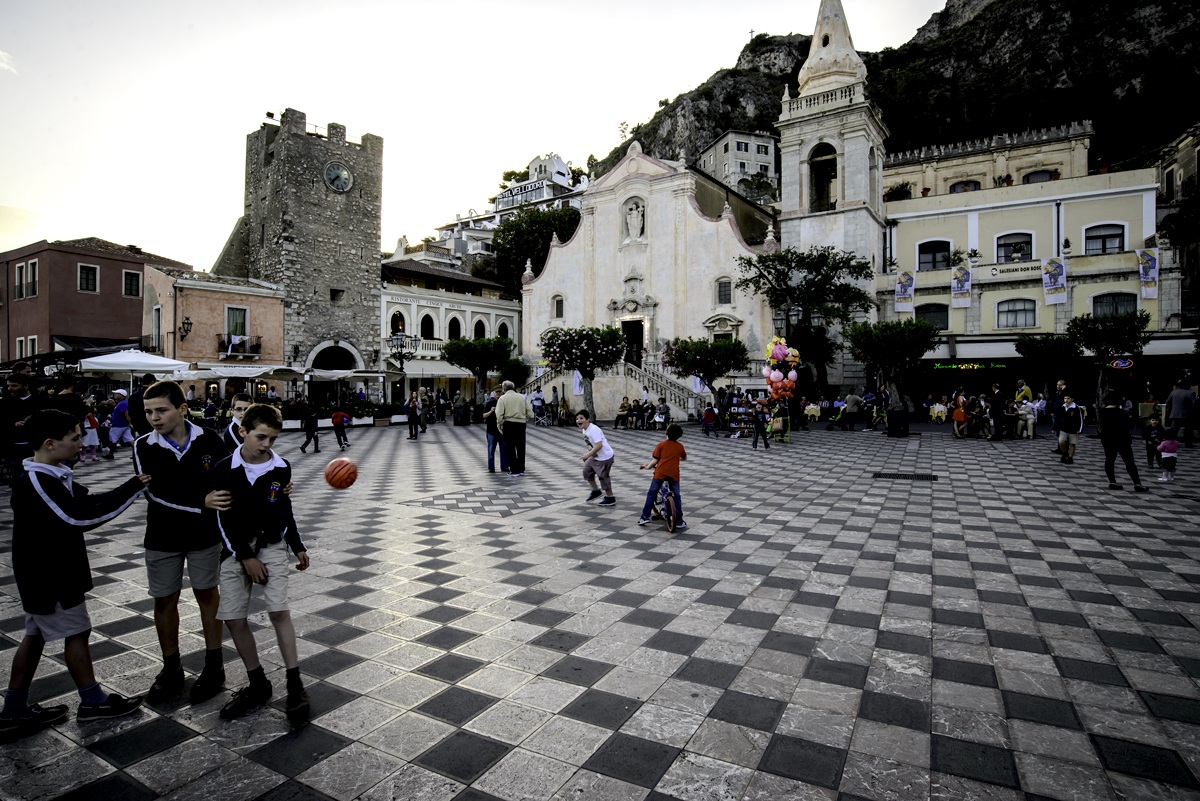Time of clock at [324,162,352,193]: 7:37
